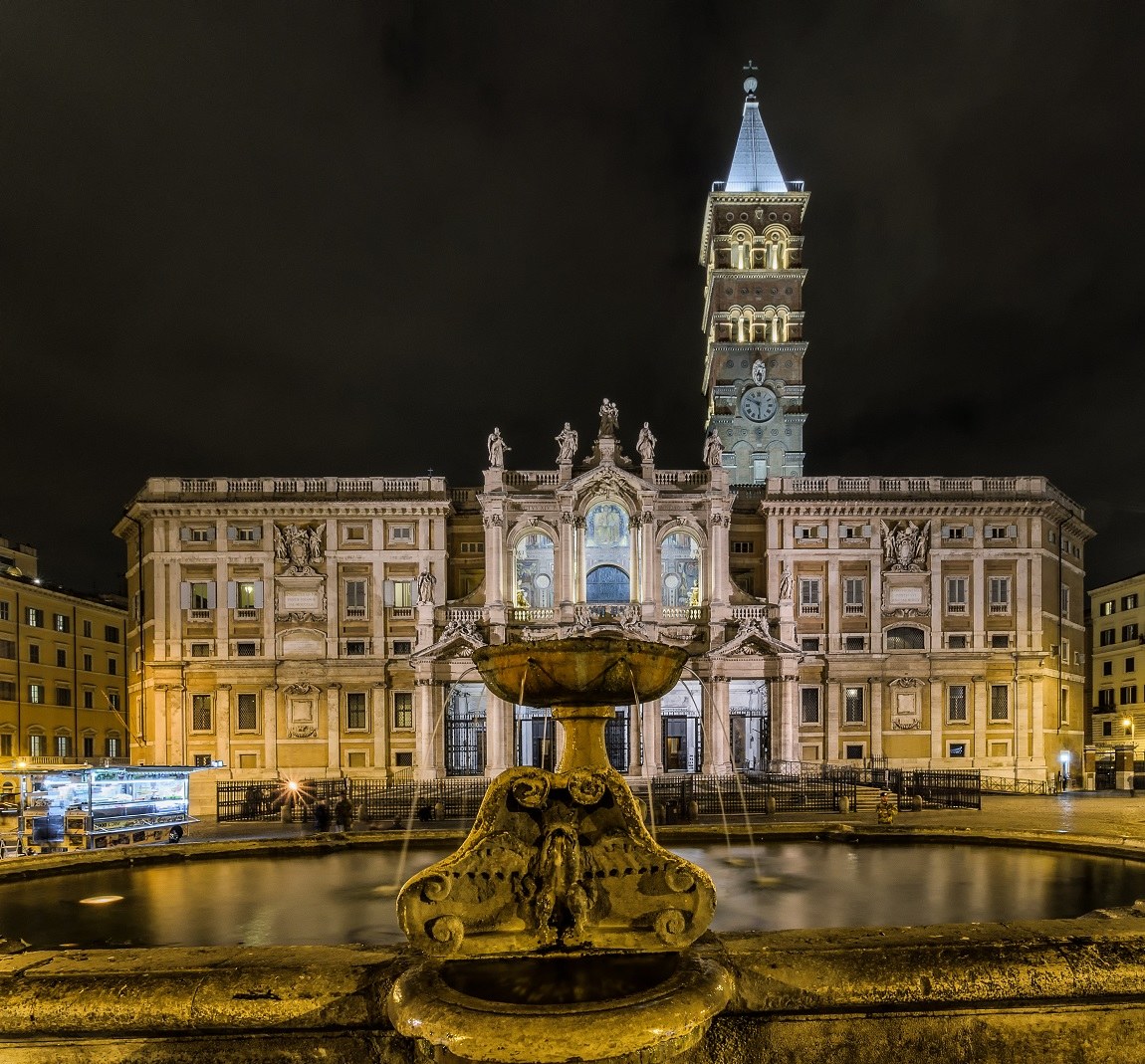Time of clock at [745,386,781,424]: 5:49
